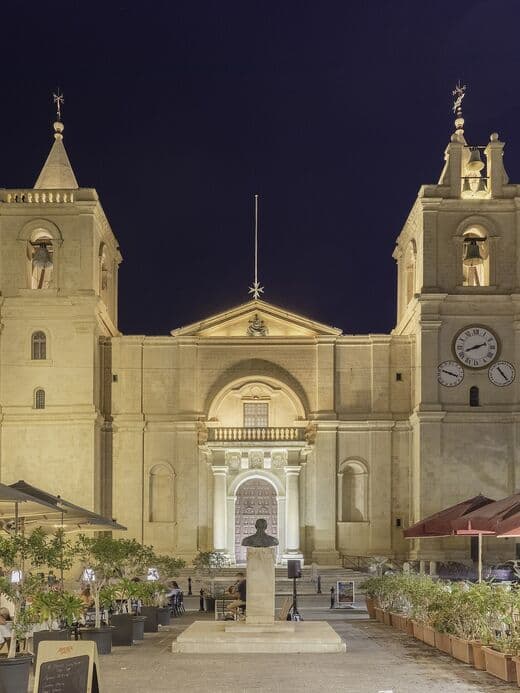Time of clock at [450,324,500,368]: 8:11
